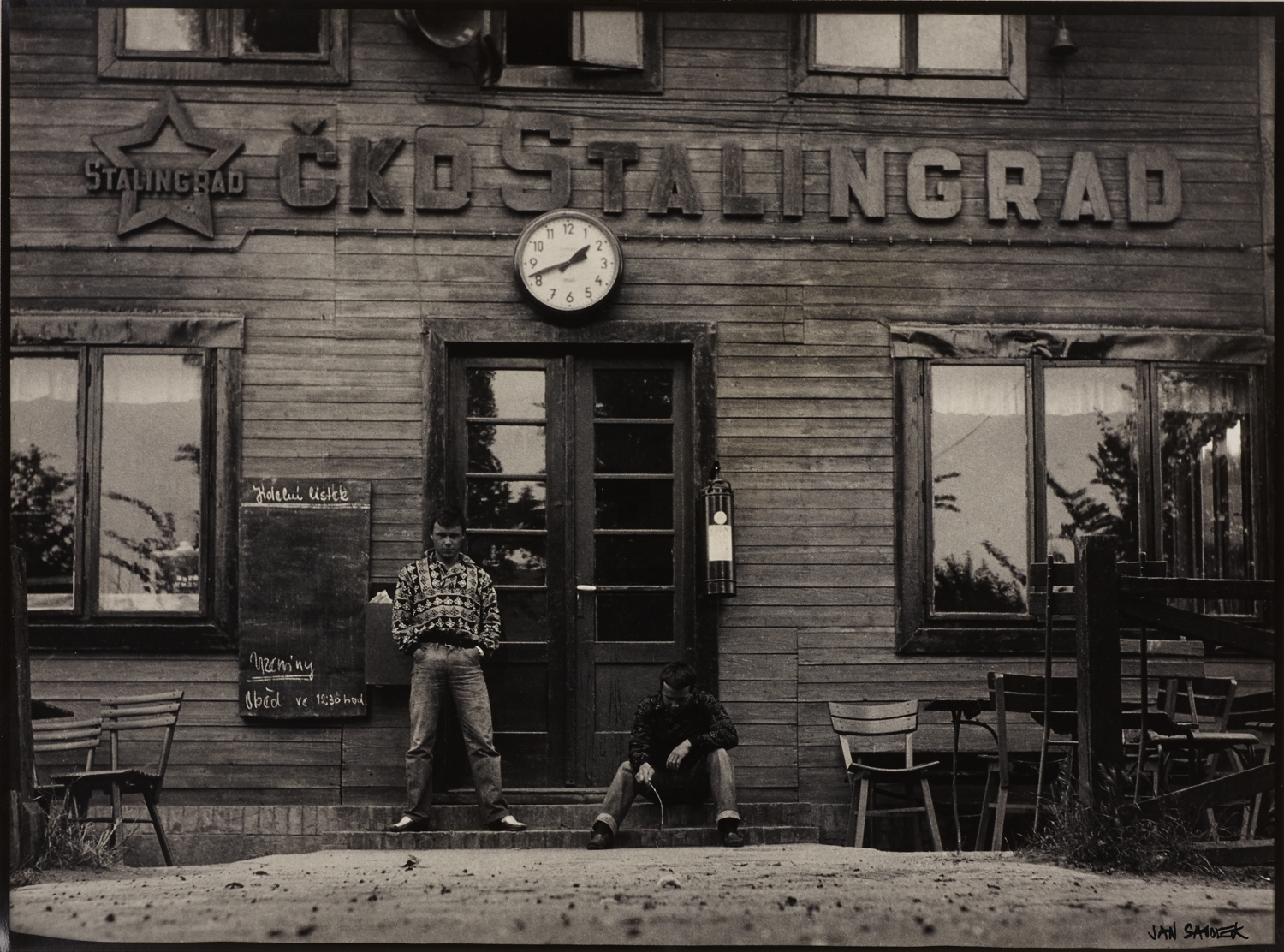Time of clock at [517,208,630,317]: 1:41
